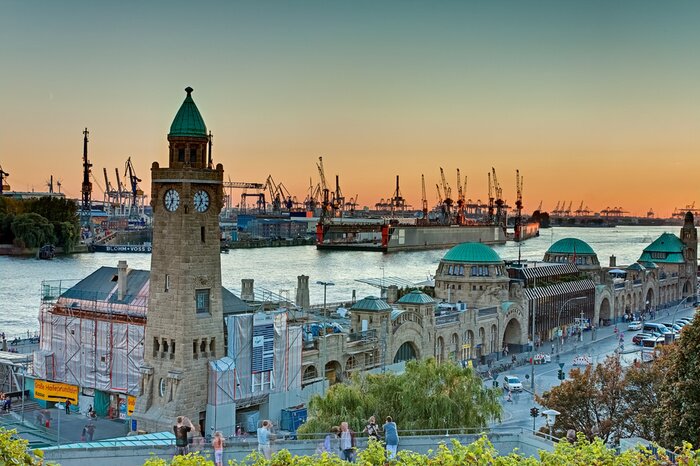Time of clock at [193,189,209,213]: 6:56
